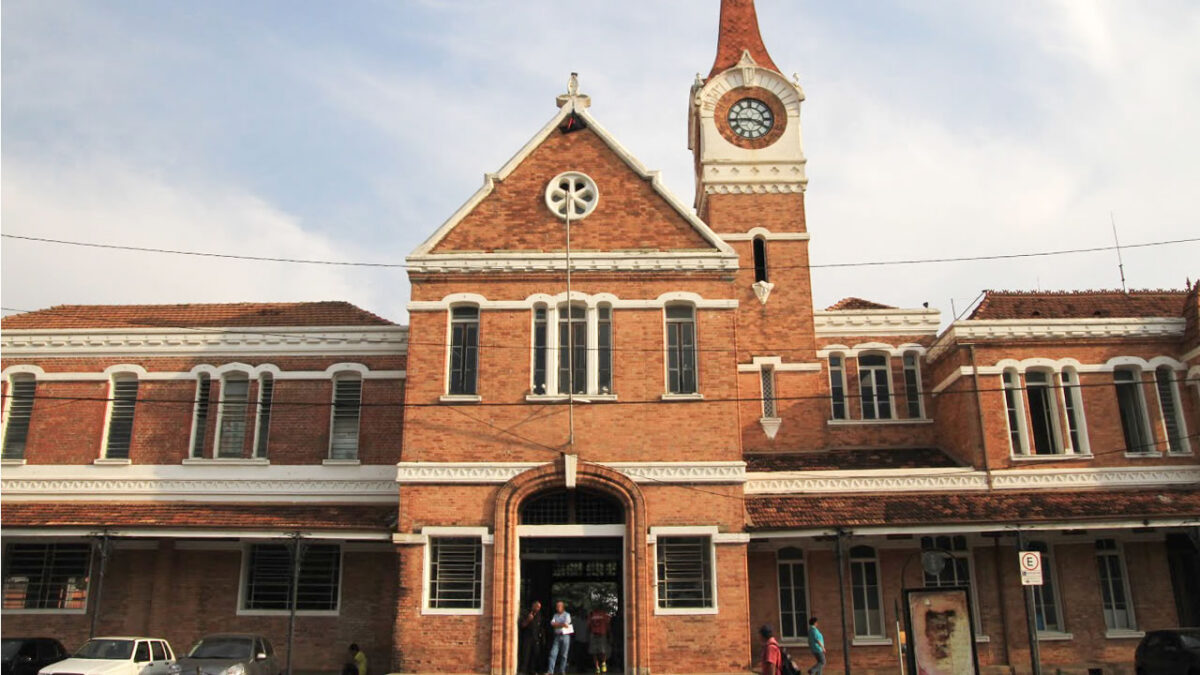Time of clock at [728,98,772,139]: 3:44
